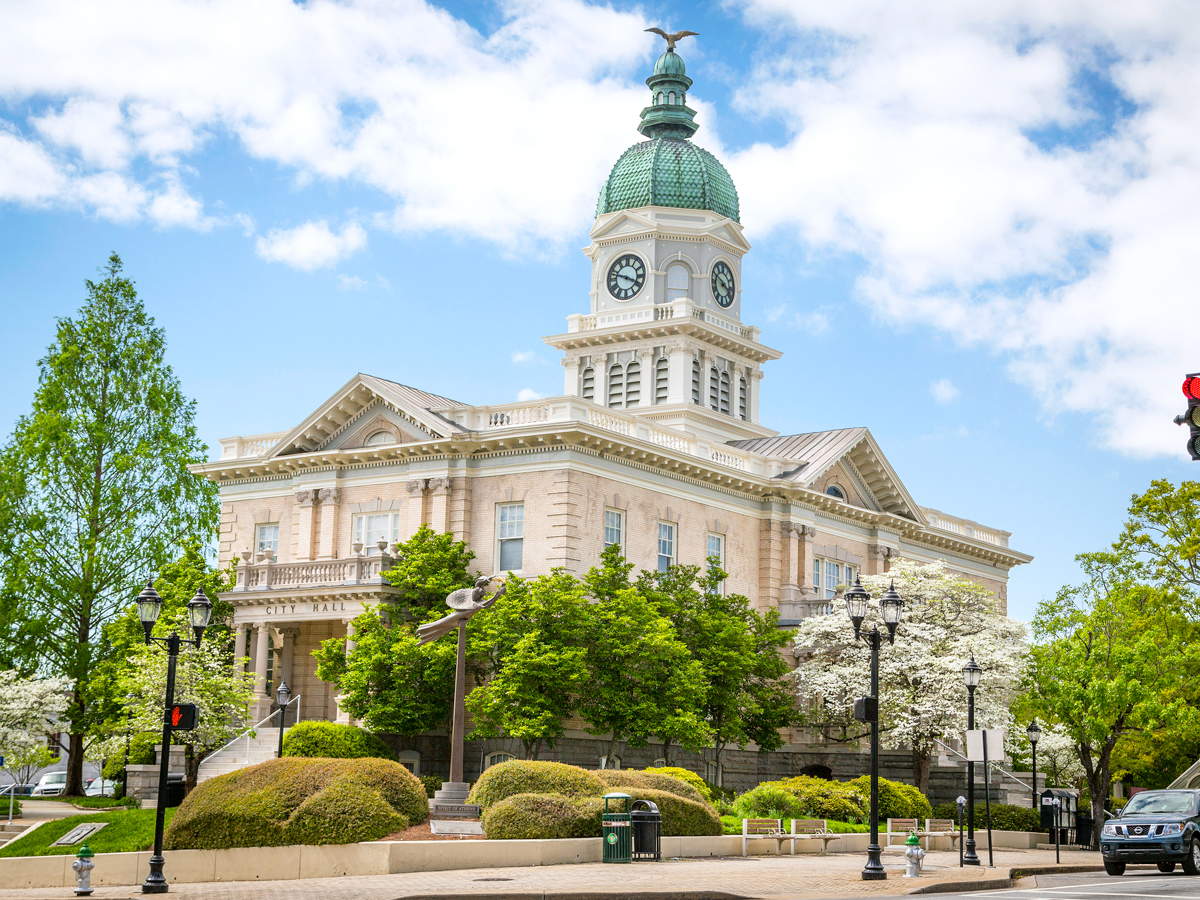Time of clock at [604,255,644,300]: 3:47
